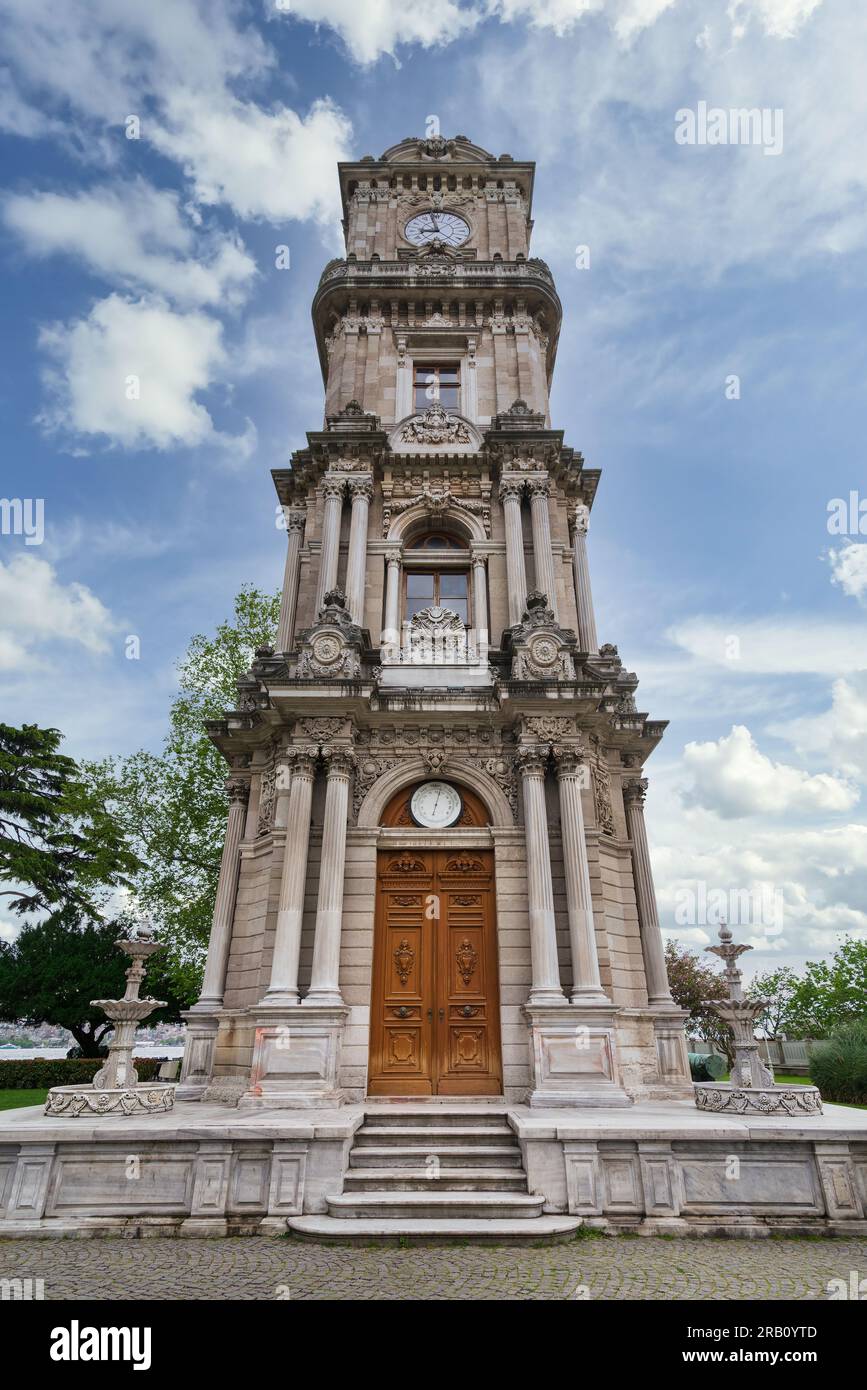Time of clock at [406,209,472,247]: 8:57
